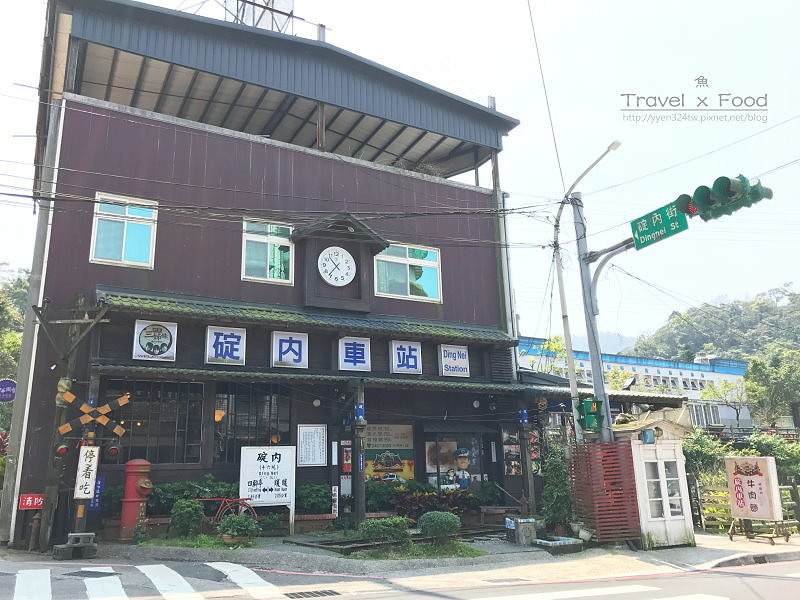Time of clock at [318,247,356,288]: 10:36
